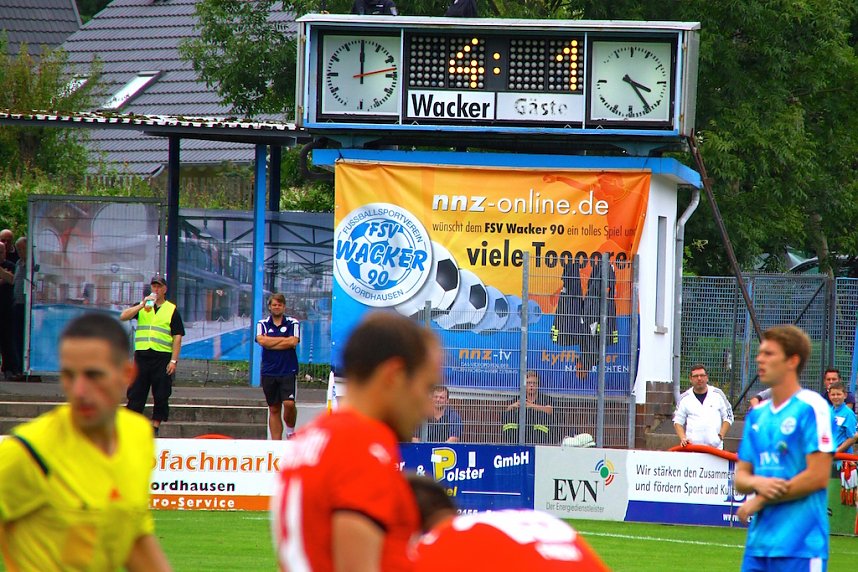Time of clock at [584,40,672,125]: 3:23
